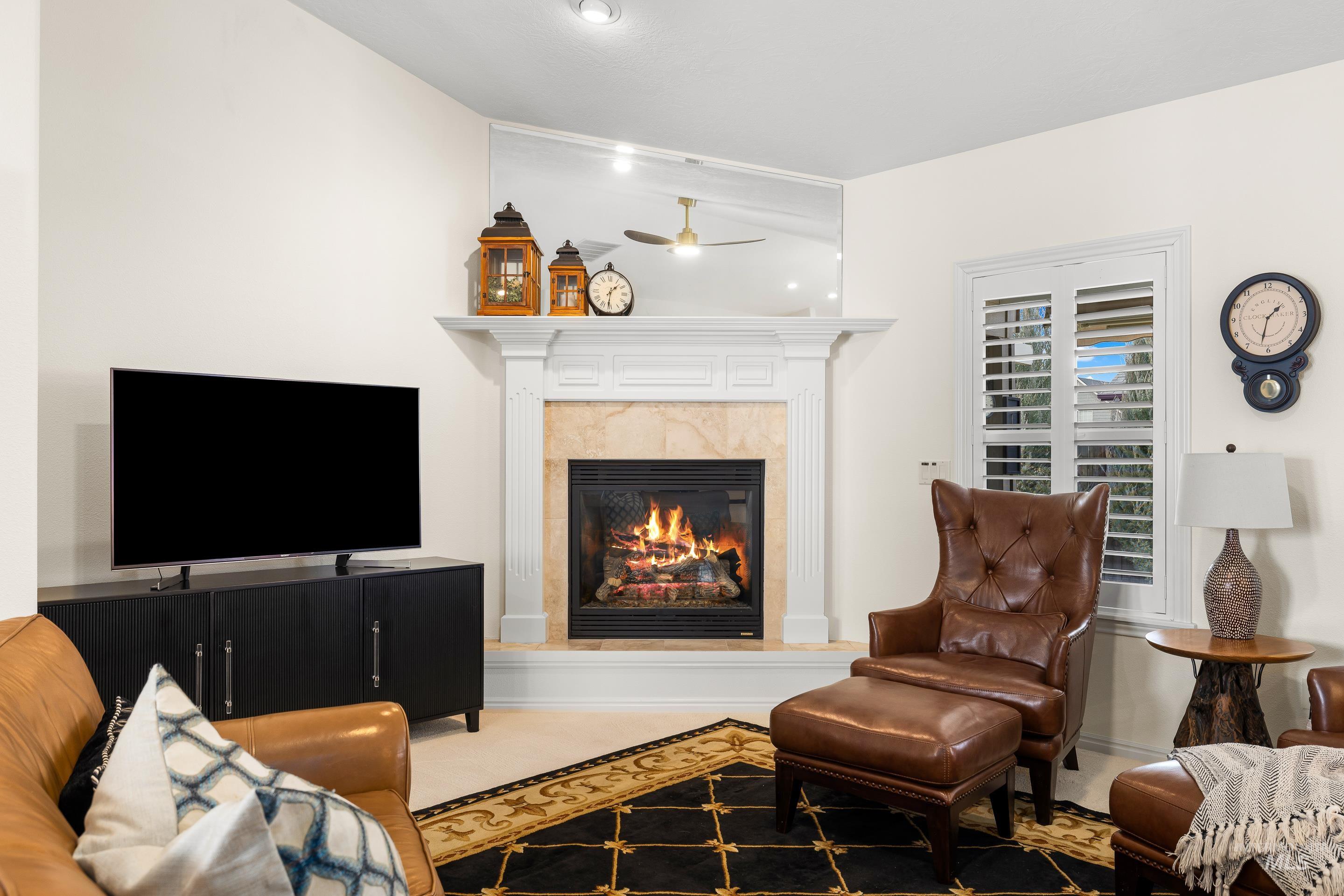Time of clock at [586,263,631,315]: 1:31
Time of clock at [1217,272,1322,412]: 1:31
